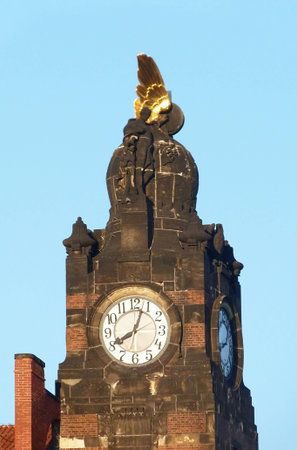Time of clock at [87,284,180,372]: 8:03
